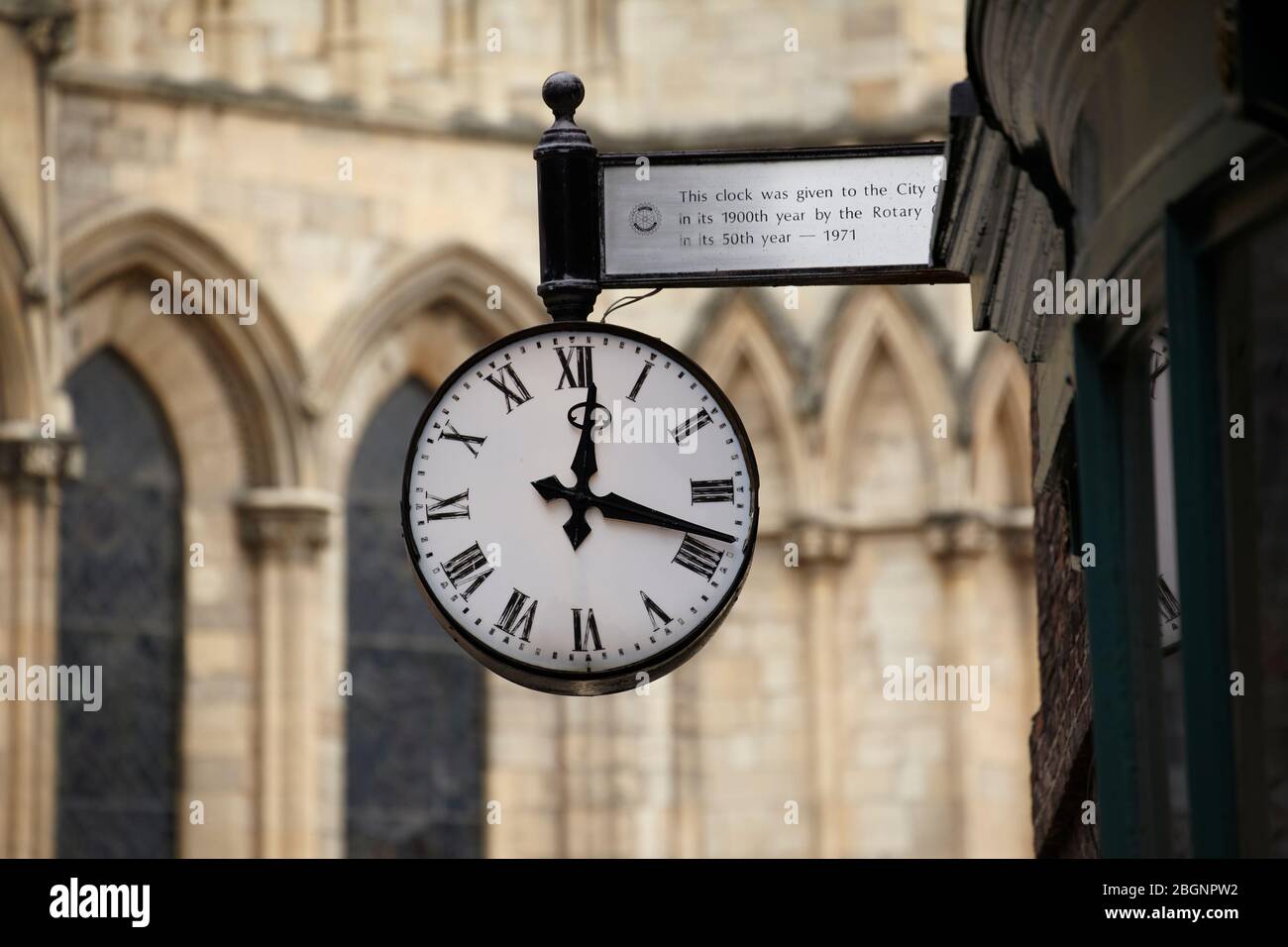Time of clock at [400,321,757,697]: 12:18
